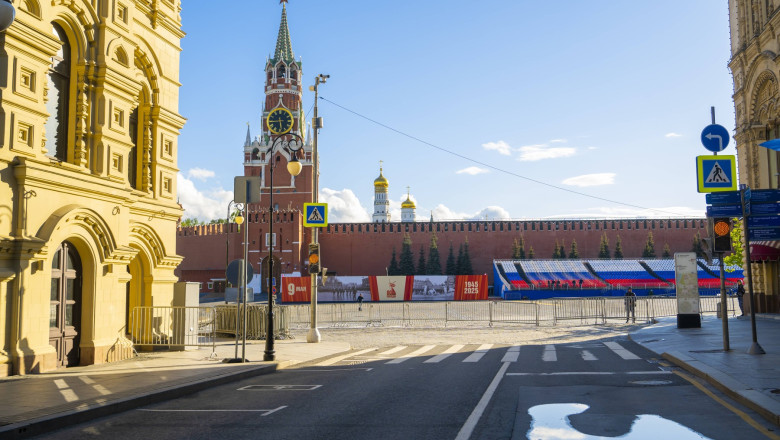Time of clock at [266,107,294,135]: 5:44
